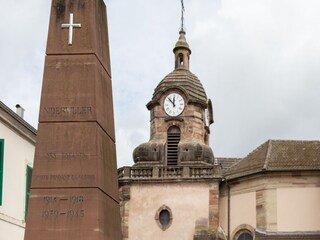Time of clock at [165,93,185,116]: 11:52
